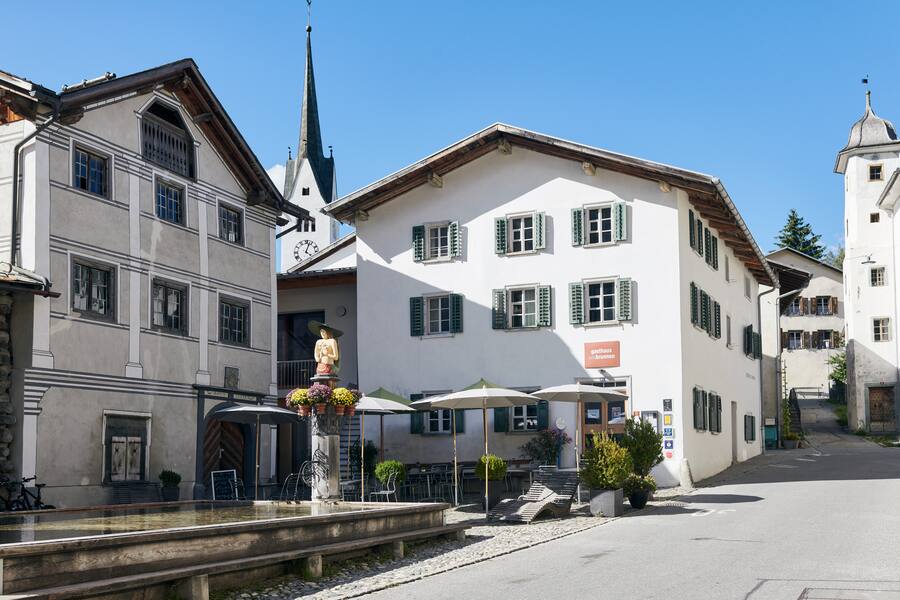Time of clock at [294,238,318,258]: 4:03
